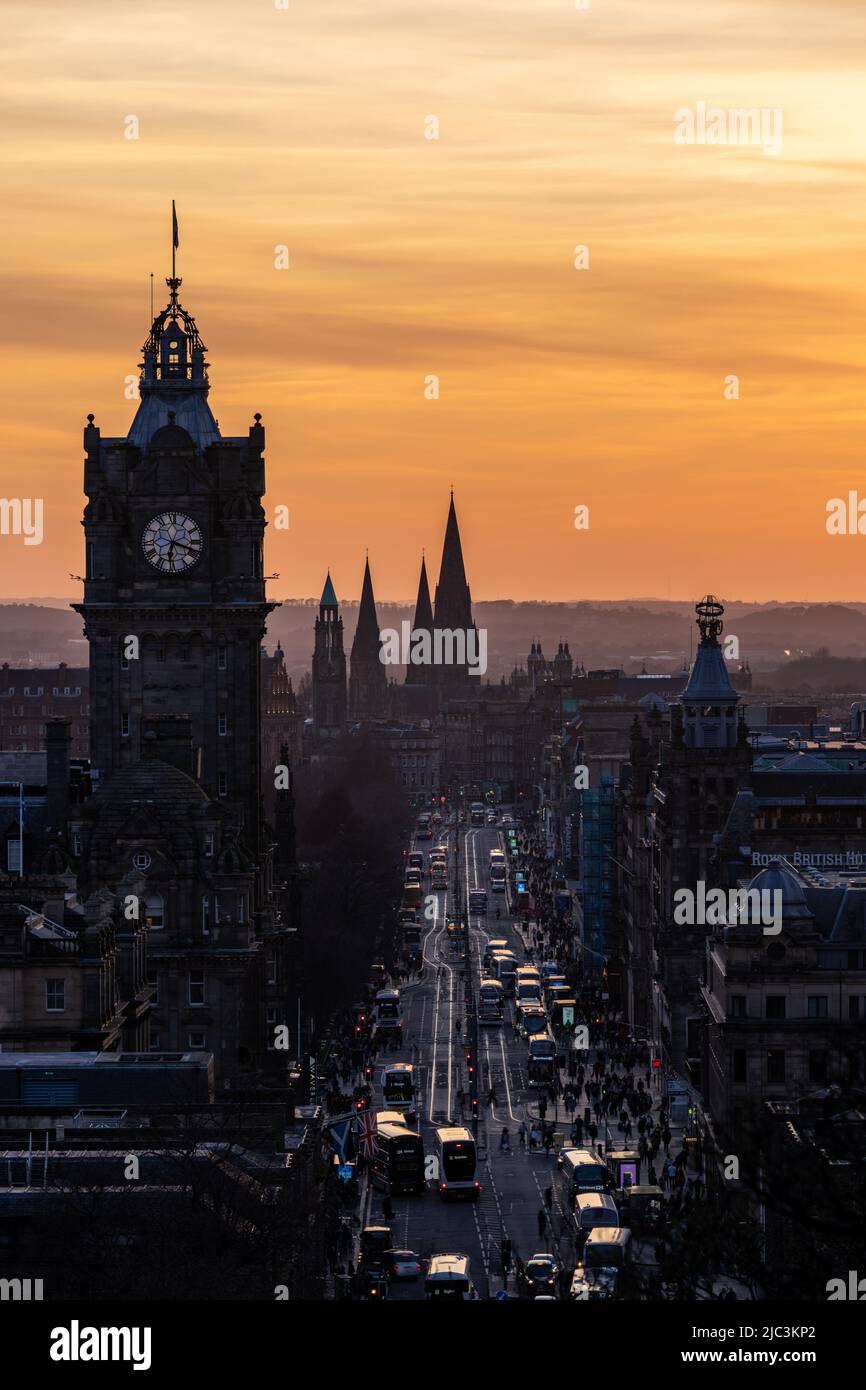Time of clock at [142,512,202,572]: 6:18
